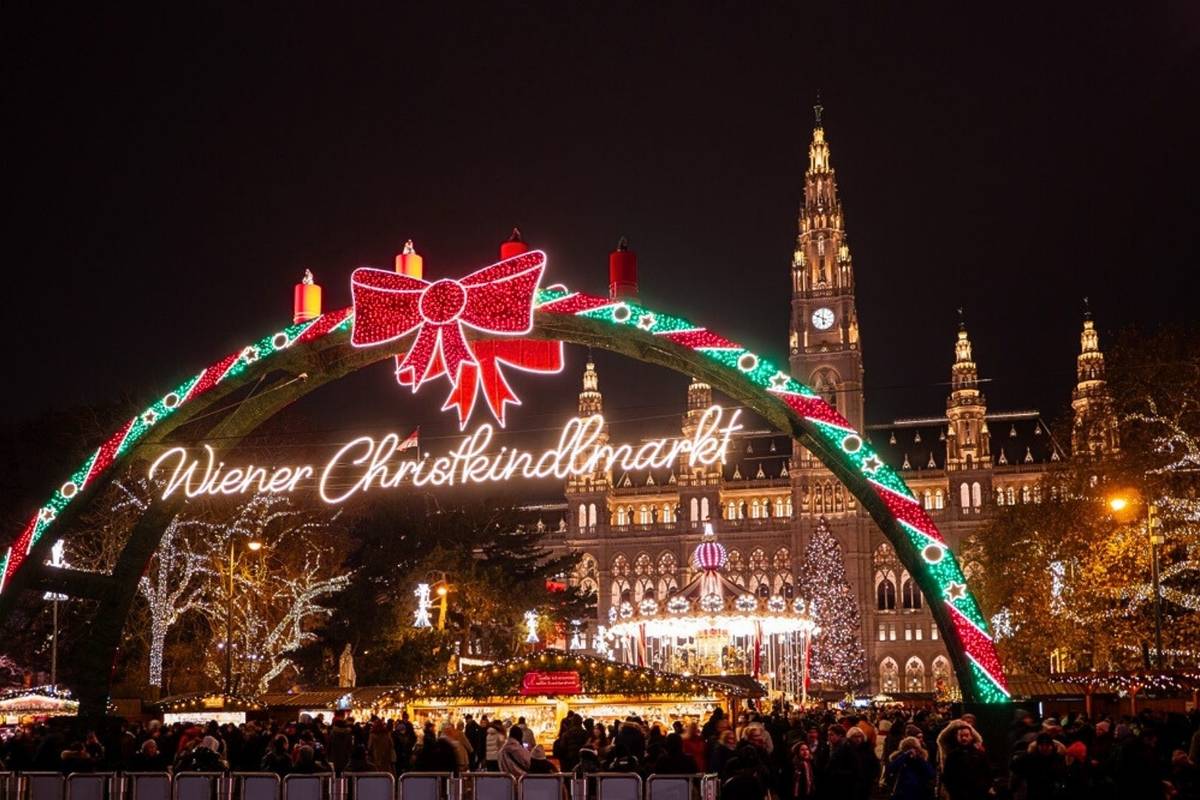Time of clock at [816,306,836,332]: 5:49
